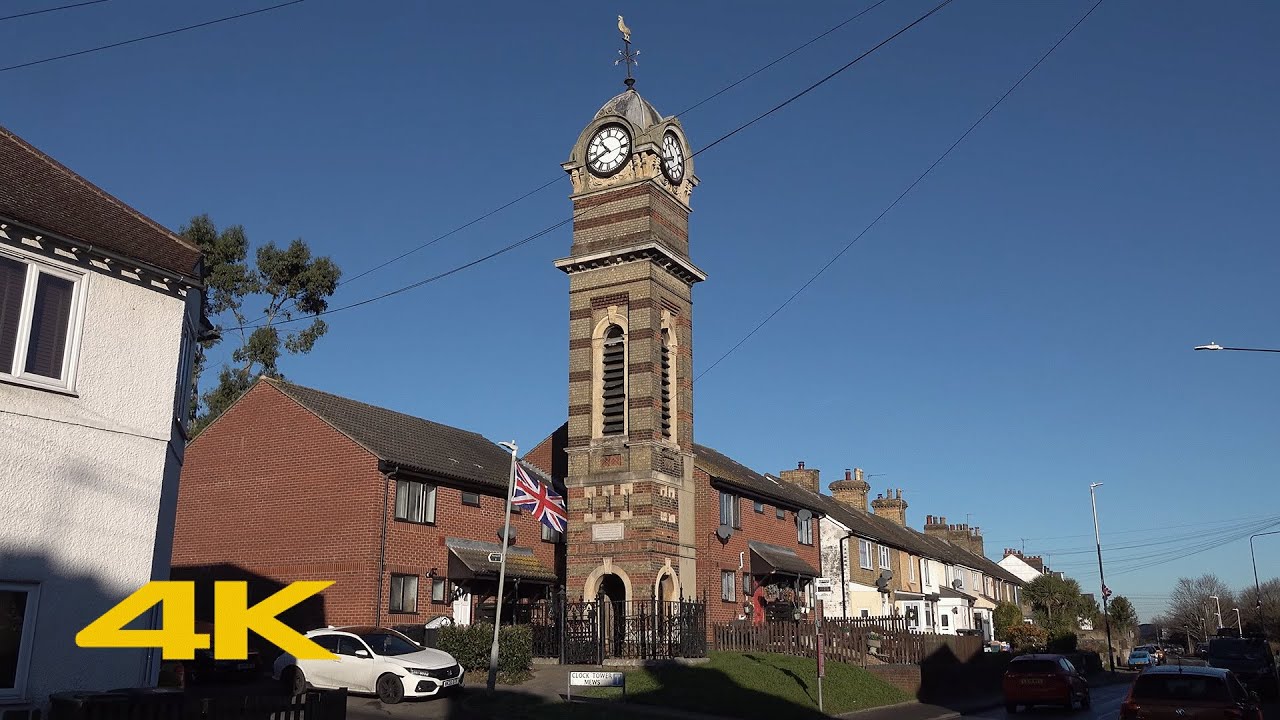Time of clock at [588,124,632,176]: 10:40
